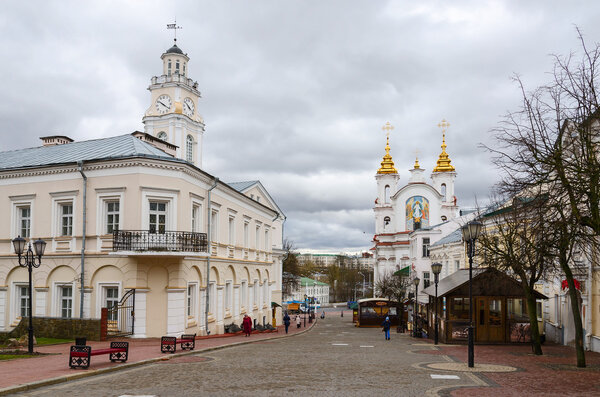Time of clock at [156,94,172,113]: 10:21
